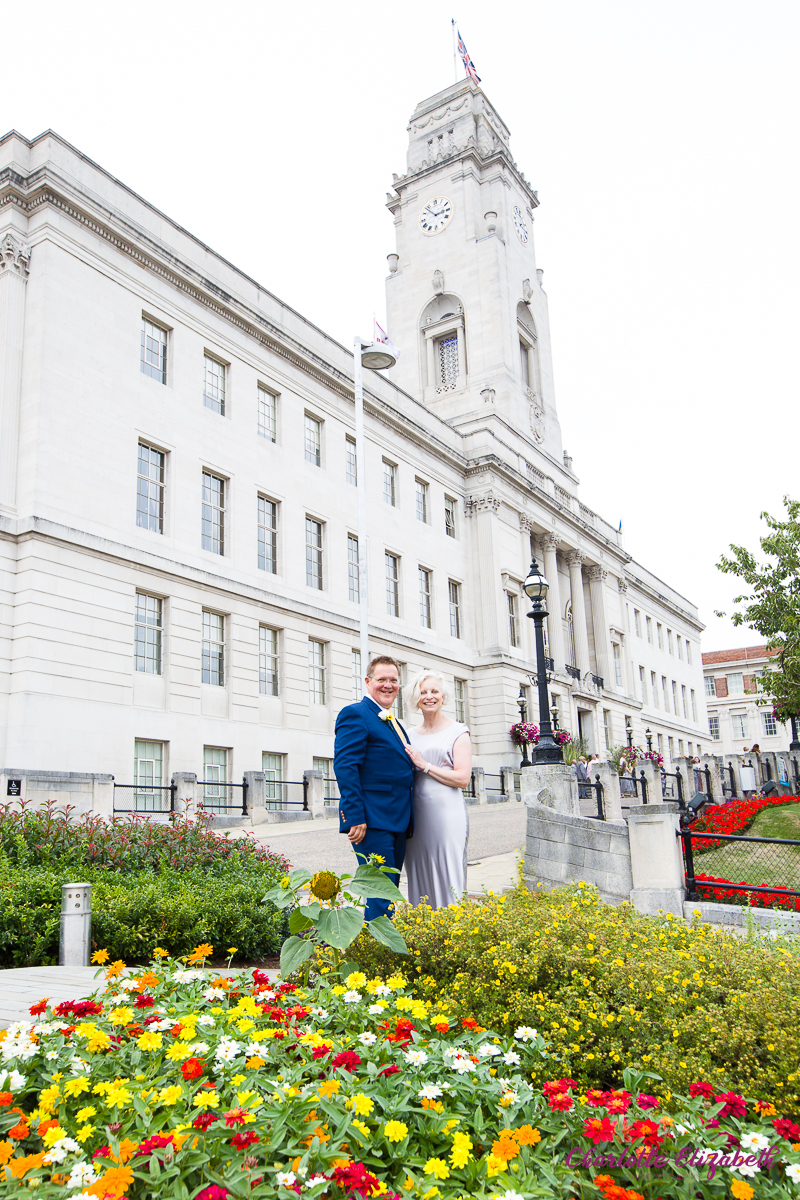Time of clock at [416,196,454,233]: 2:53
